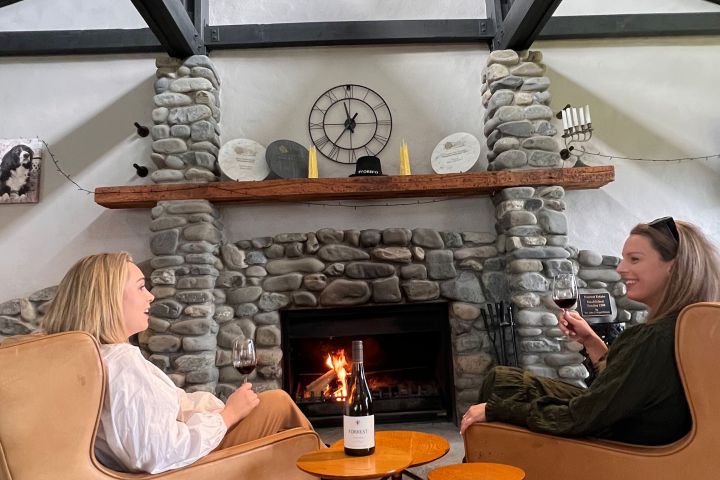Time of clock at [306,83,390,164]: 11:36
